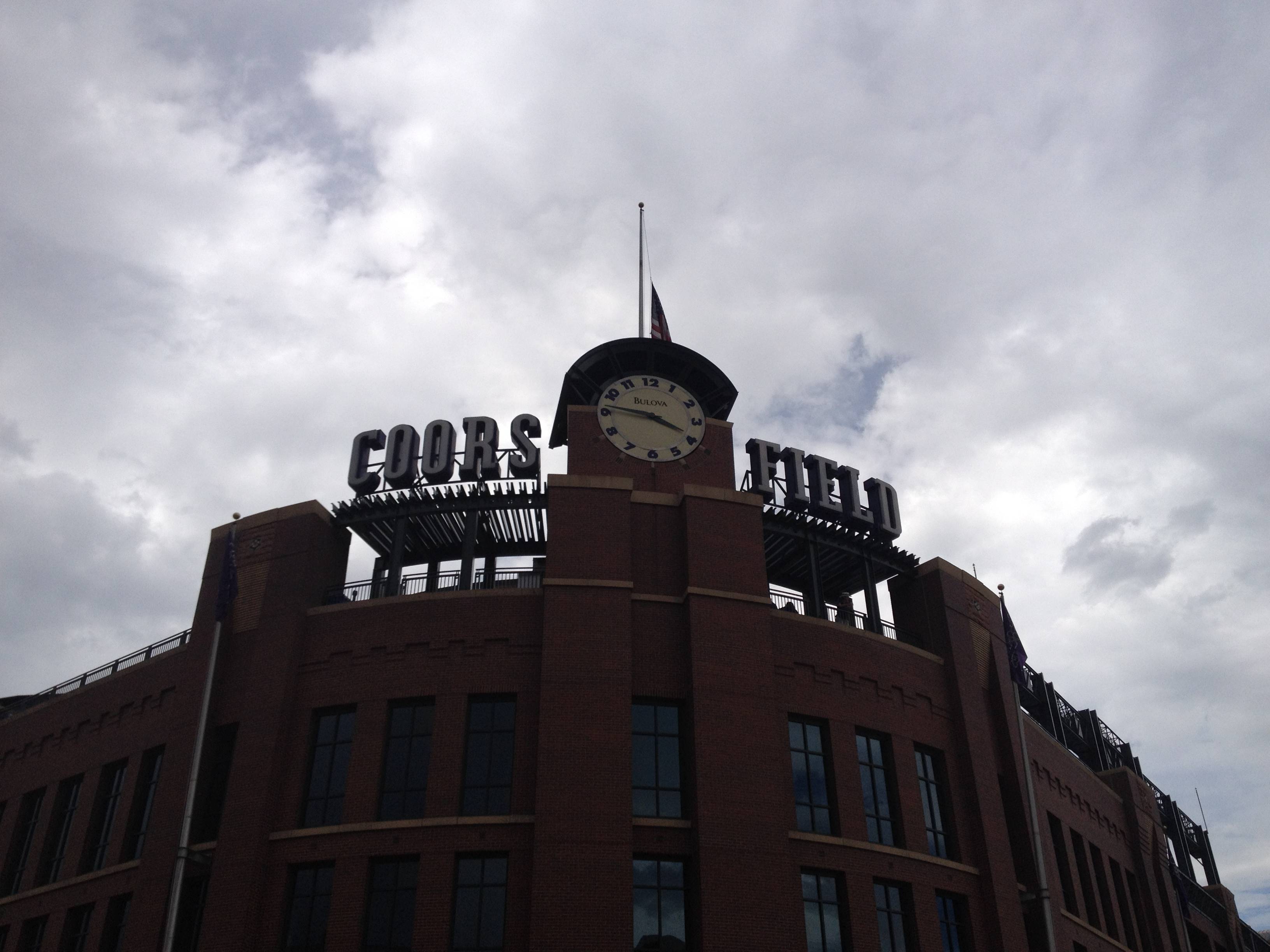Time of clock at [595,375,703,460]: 3:46
